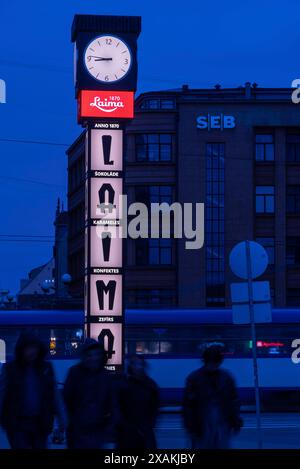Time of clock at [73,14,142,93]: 8:46
